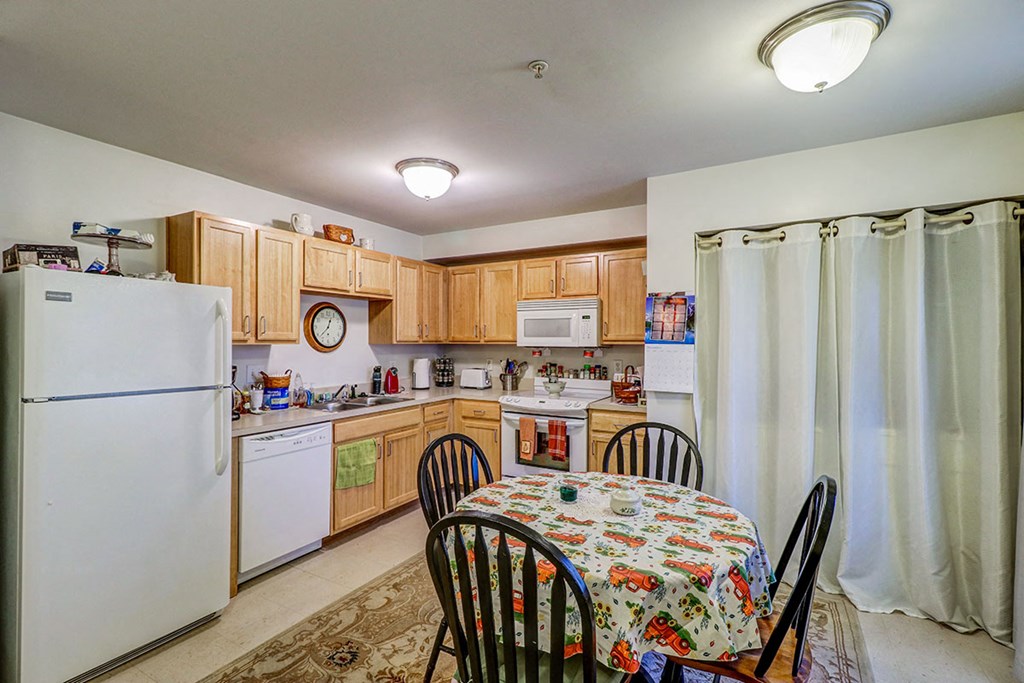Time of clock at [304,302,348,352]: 12:37
